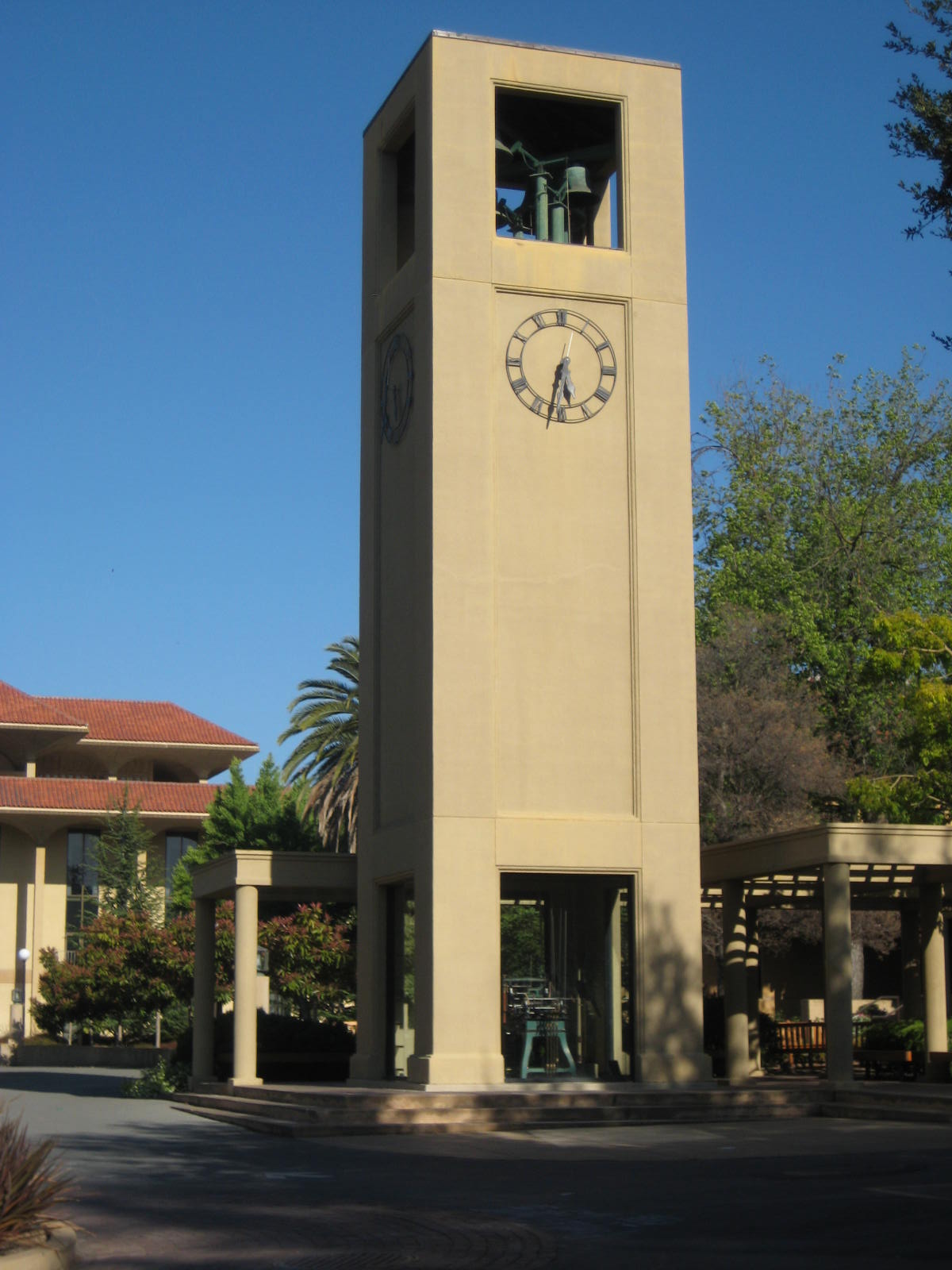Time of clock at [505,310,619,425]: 5:32
